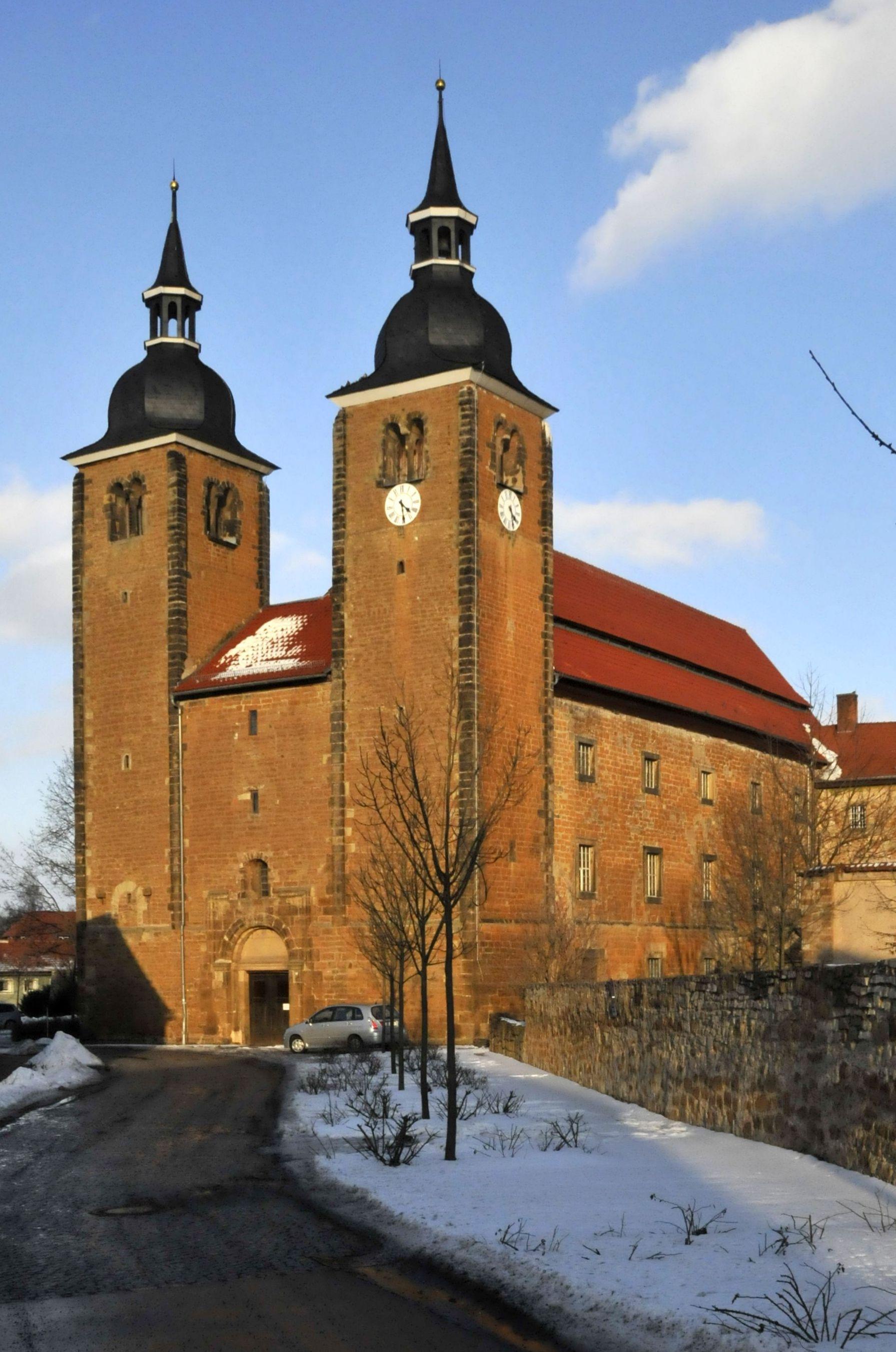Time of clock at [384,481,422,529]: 4:29
